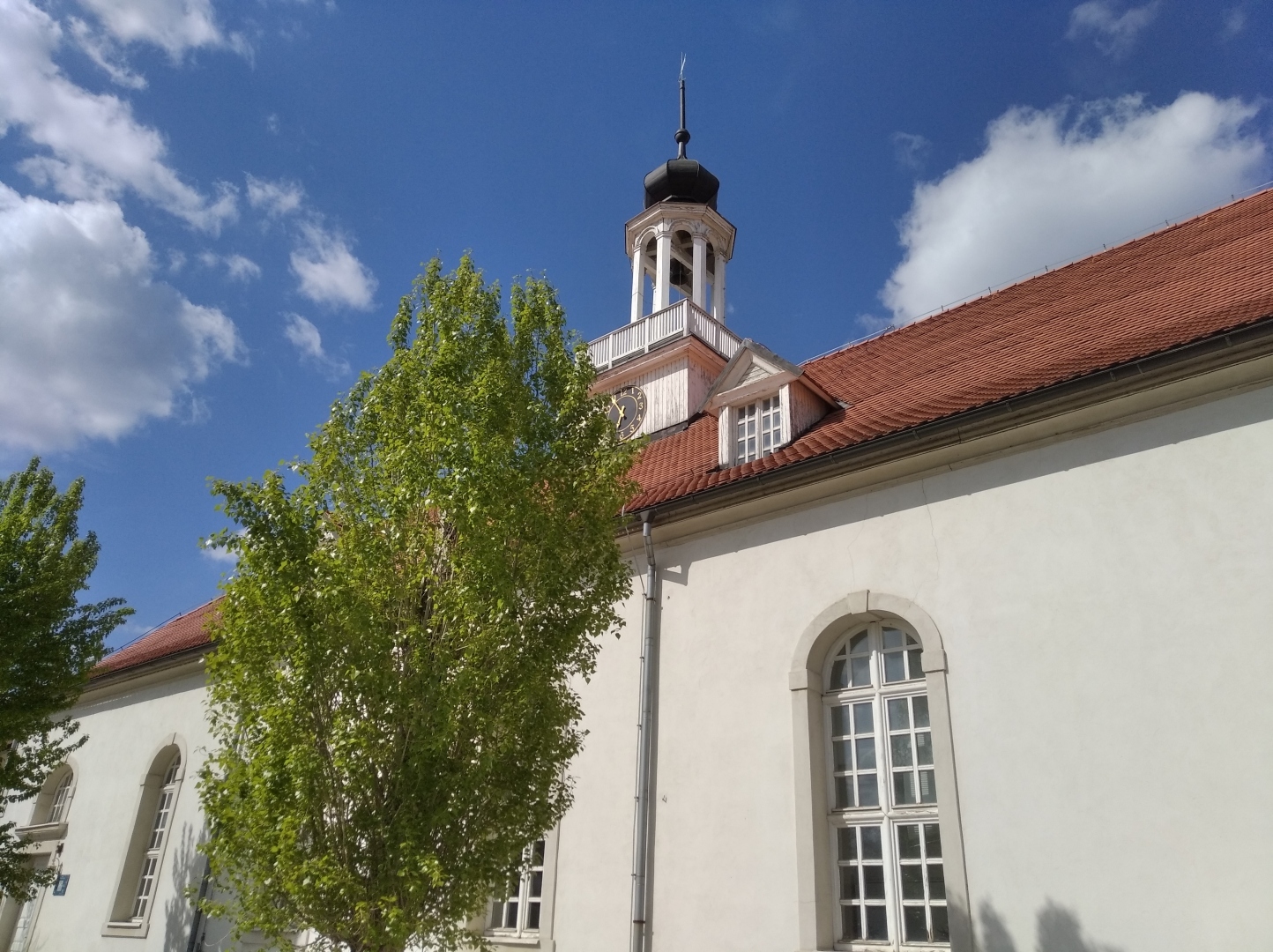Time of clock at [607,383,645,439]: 6:54
